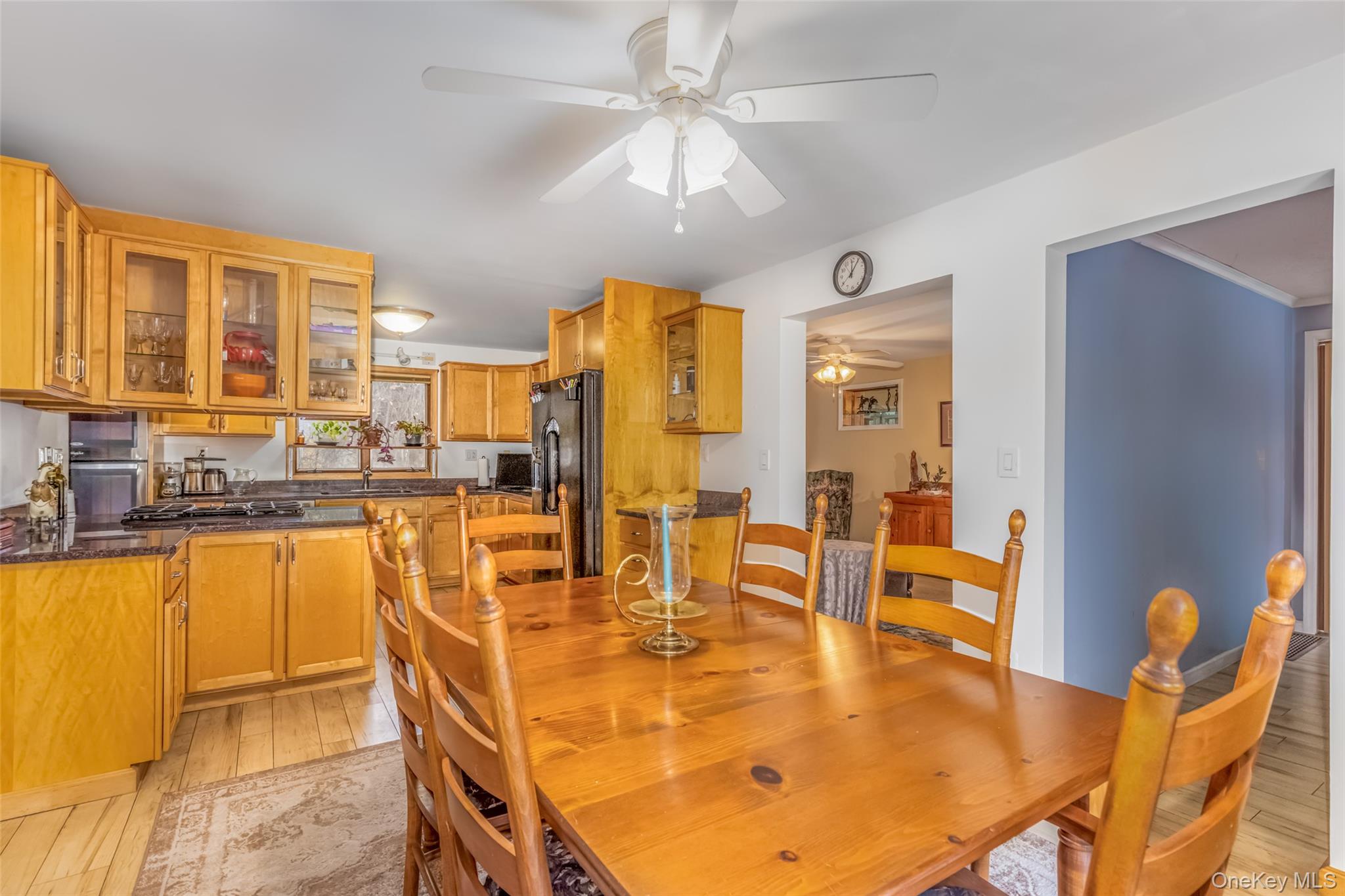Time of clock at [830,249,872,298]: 12:05
